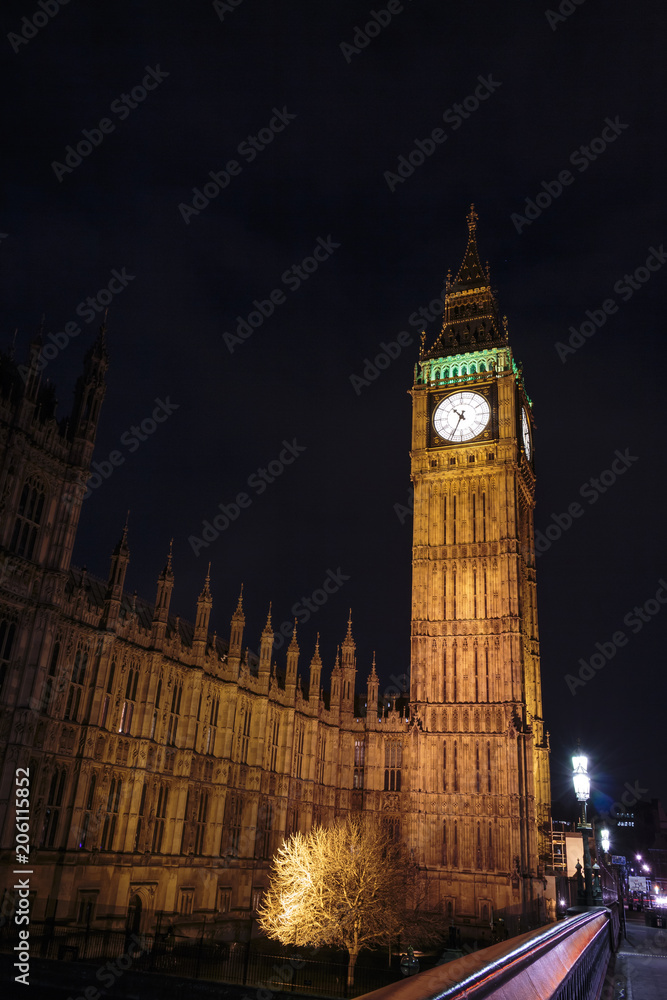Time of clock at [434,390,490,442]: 10:34
